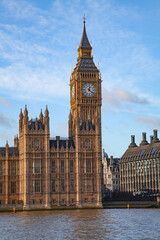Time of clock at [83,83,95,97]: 12:22
